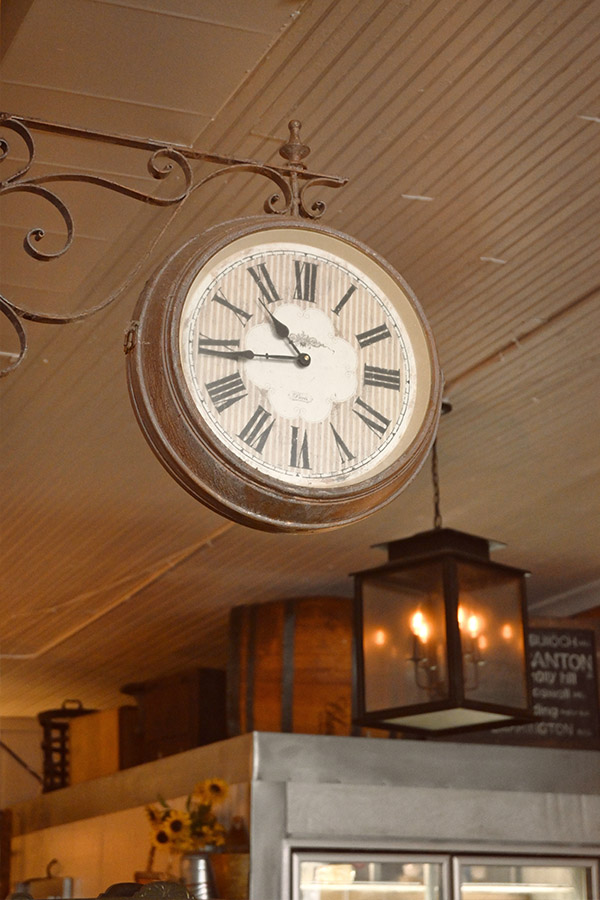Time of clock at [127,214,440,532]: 10:43
